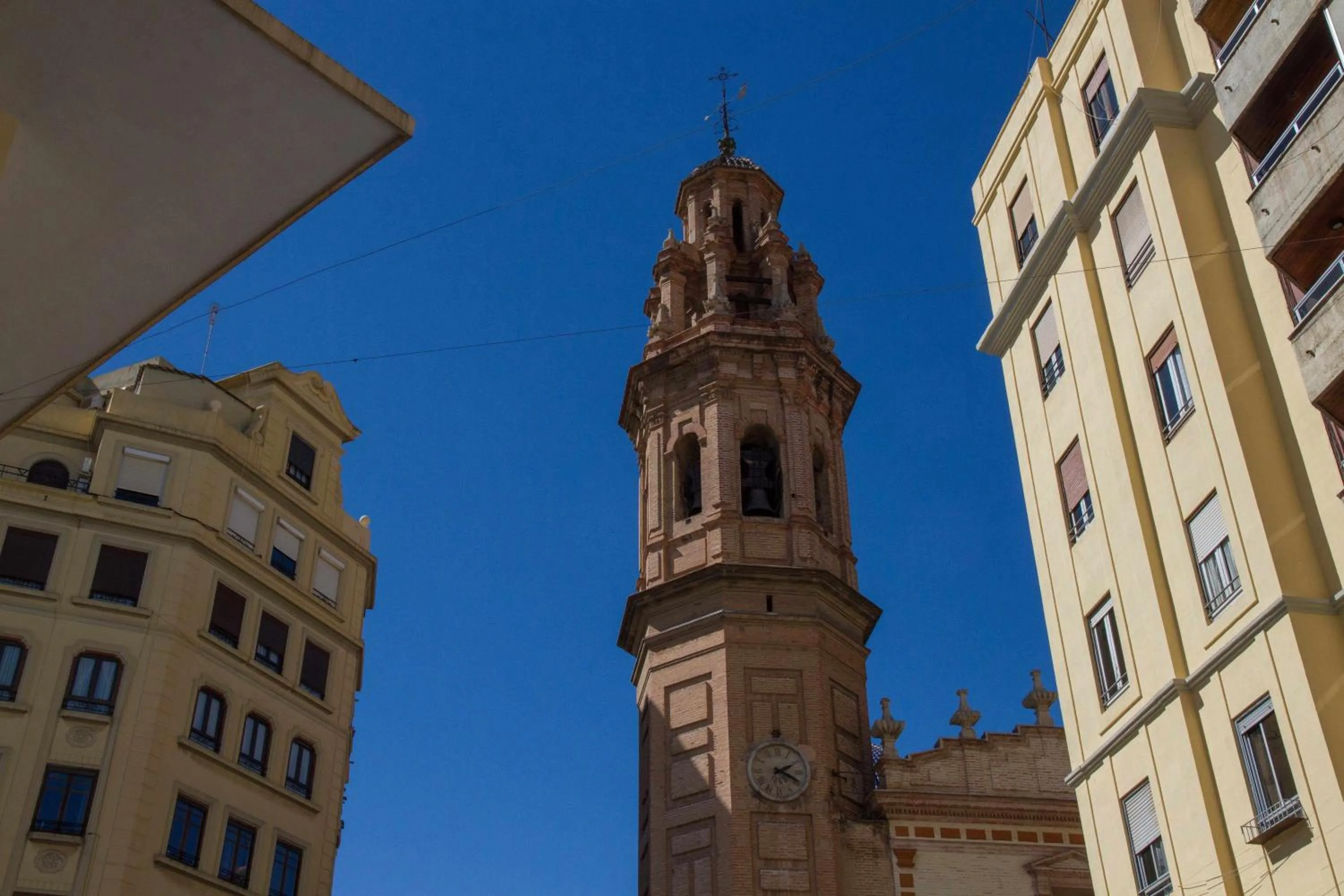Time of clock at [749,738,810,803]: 2:19
